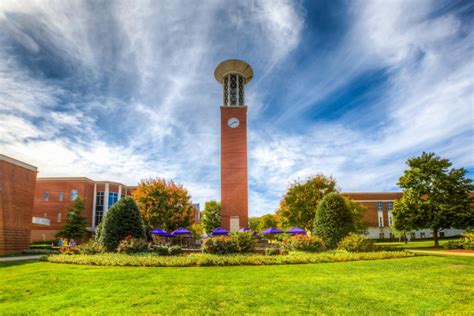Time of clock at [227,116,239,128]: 2:38
